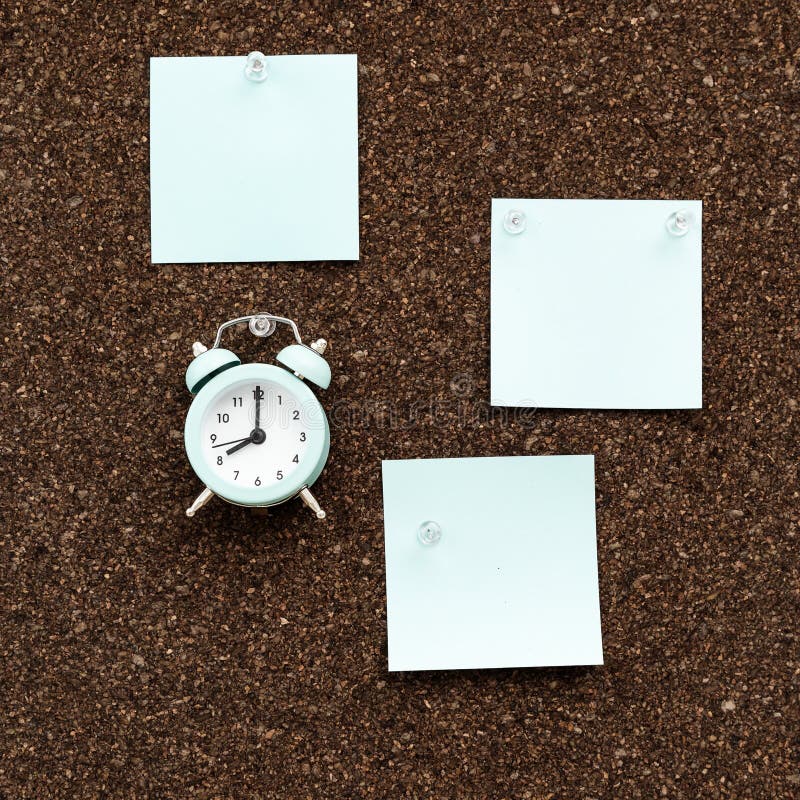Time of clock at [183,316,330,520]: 8:00
